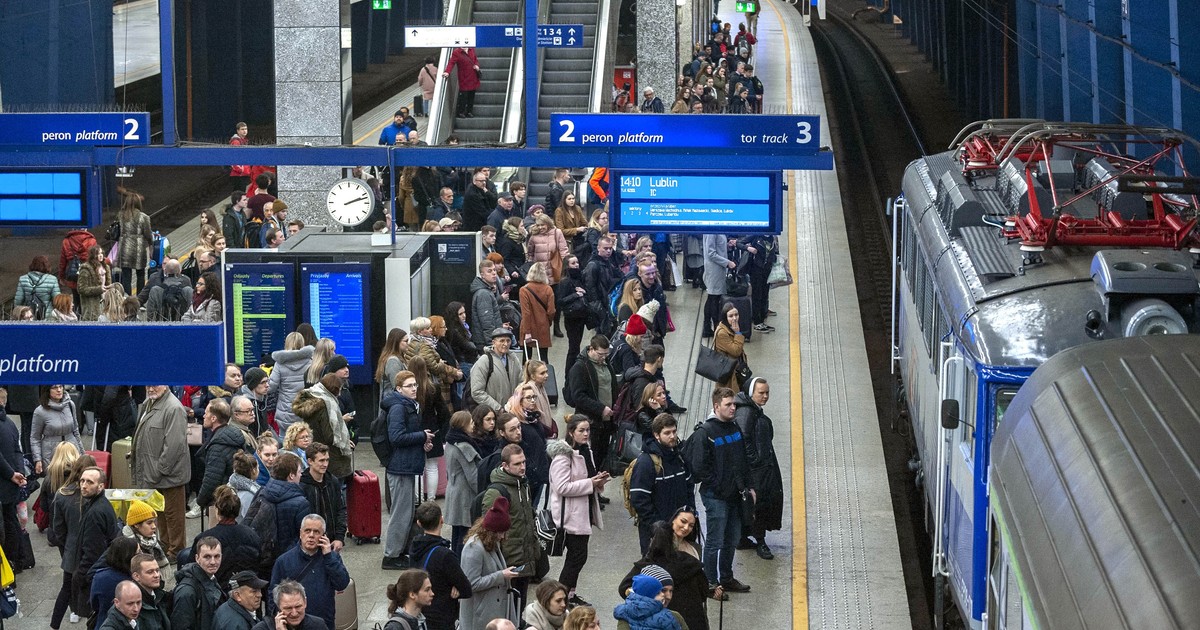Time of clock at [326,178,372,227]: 2:12
